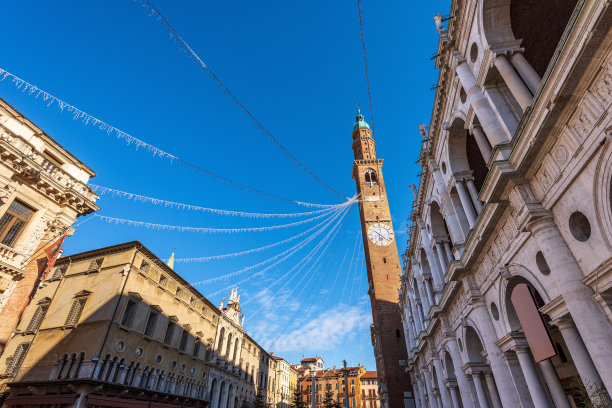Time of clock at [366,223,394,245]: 6:21
